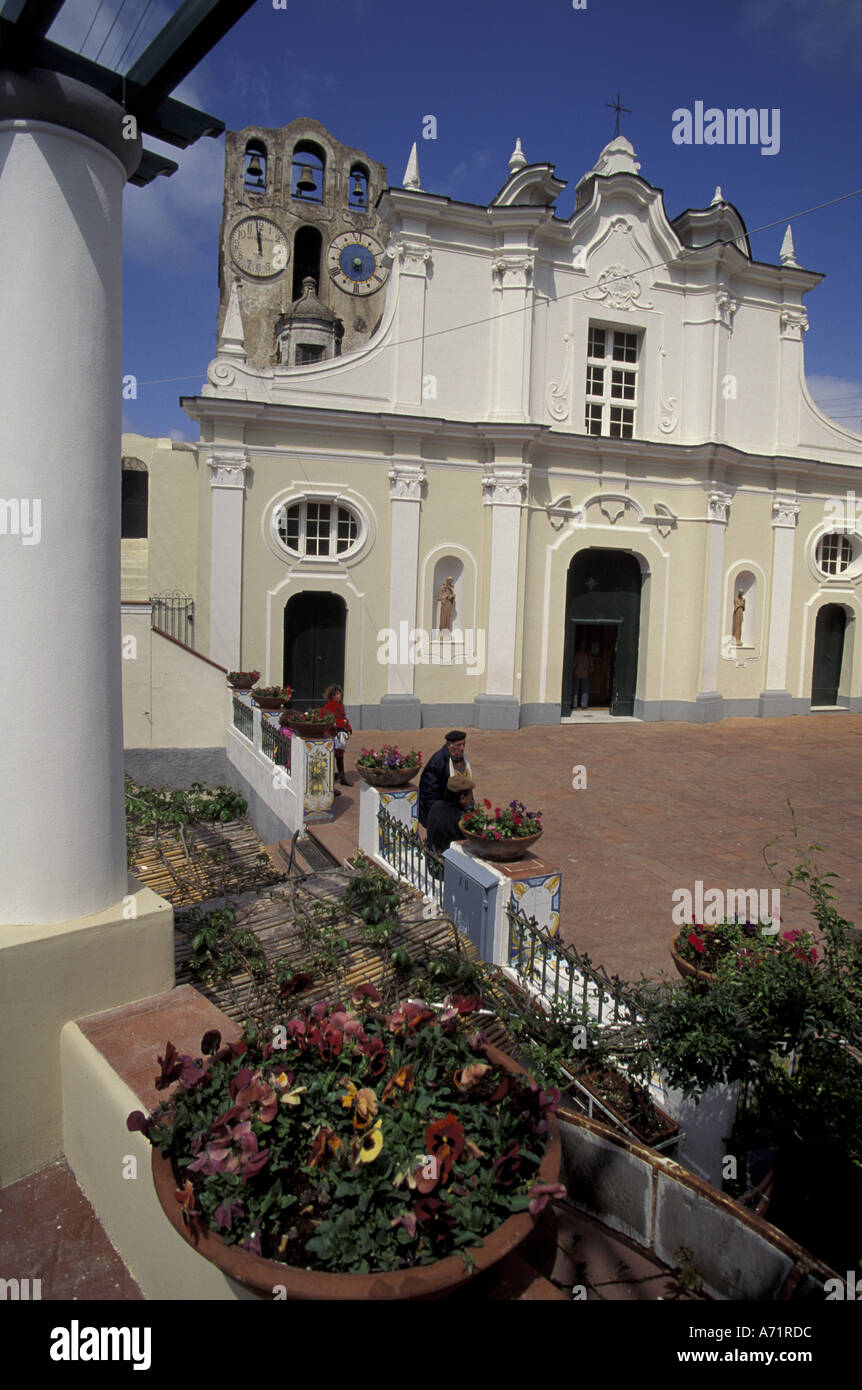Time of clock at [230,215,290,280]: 11:58
